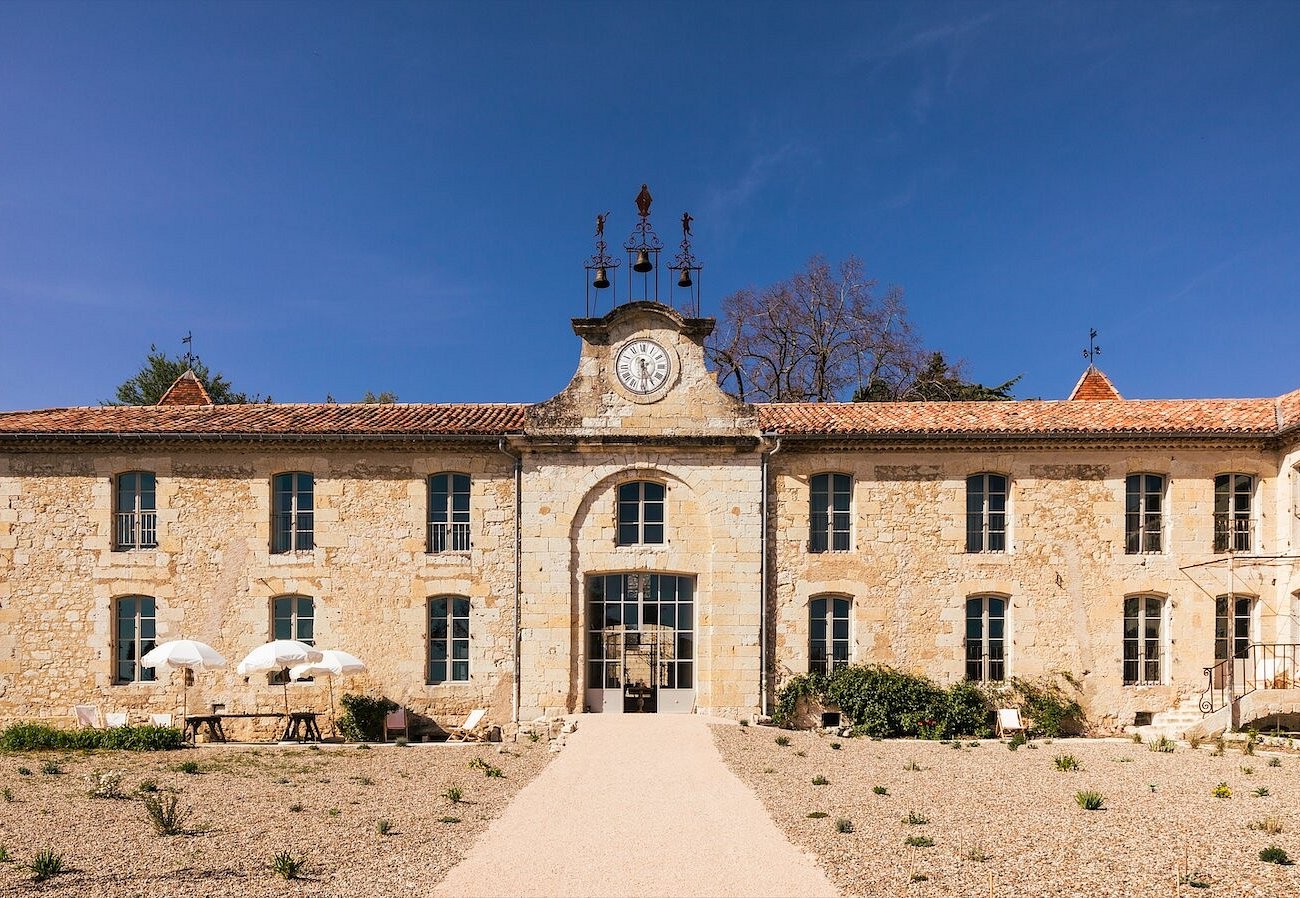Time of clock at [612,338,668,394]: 5:30
